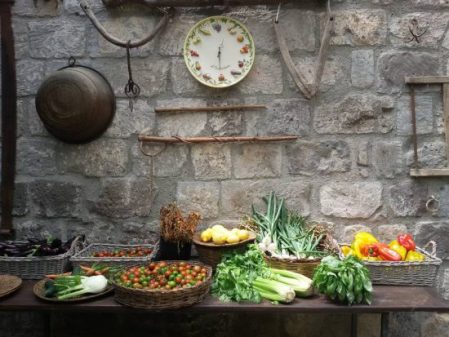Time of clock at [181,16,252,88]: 12:30
